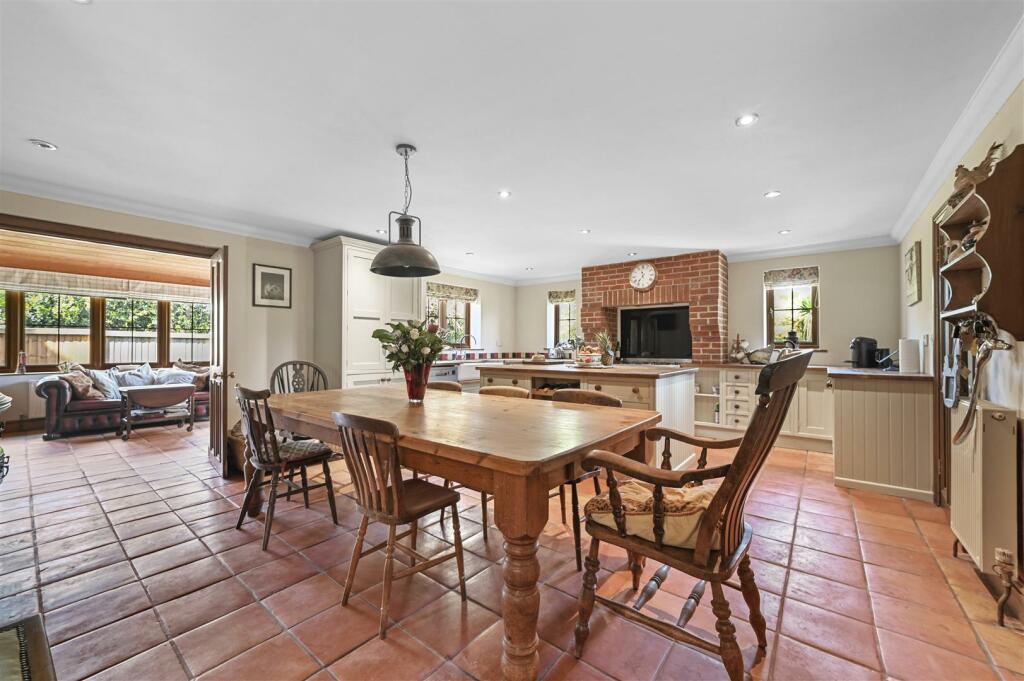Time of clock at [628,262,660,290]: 11:36
